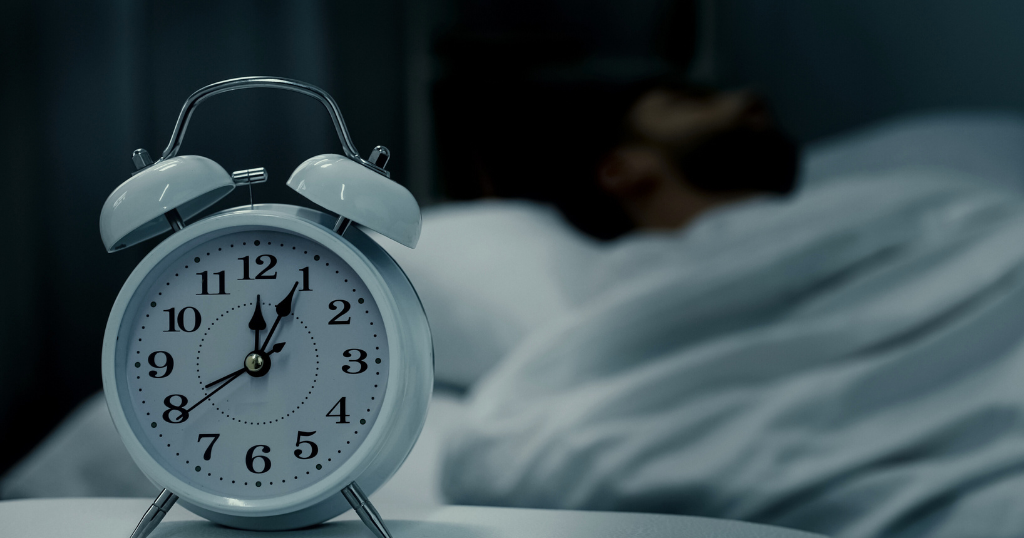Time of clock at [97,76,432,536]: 12:04
